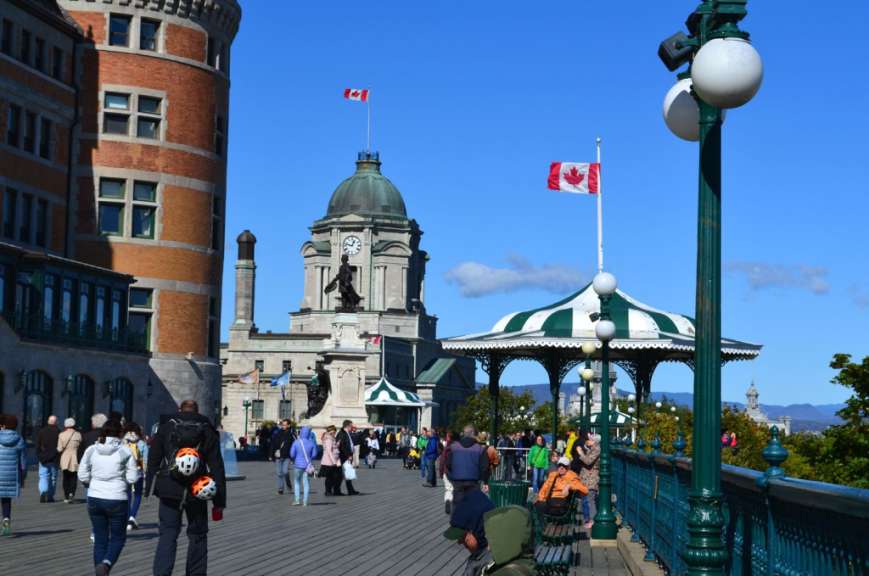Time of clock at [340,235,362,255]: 12:47
